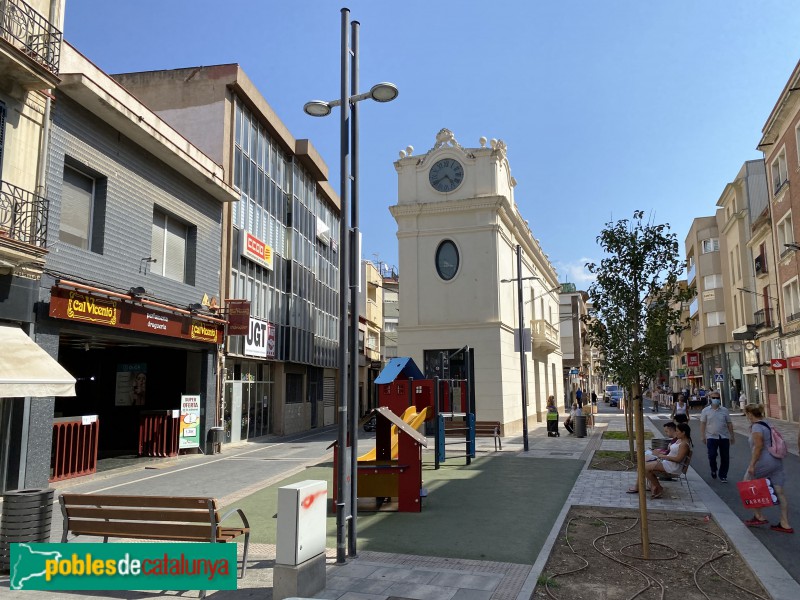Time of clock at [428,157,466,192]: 4:39
